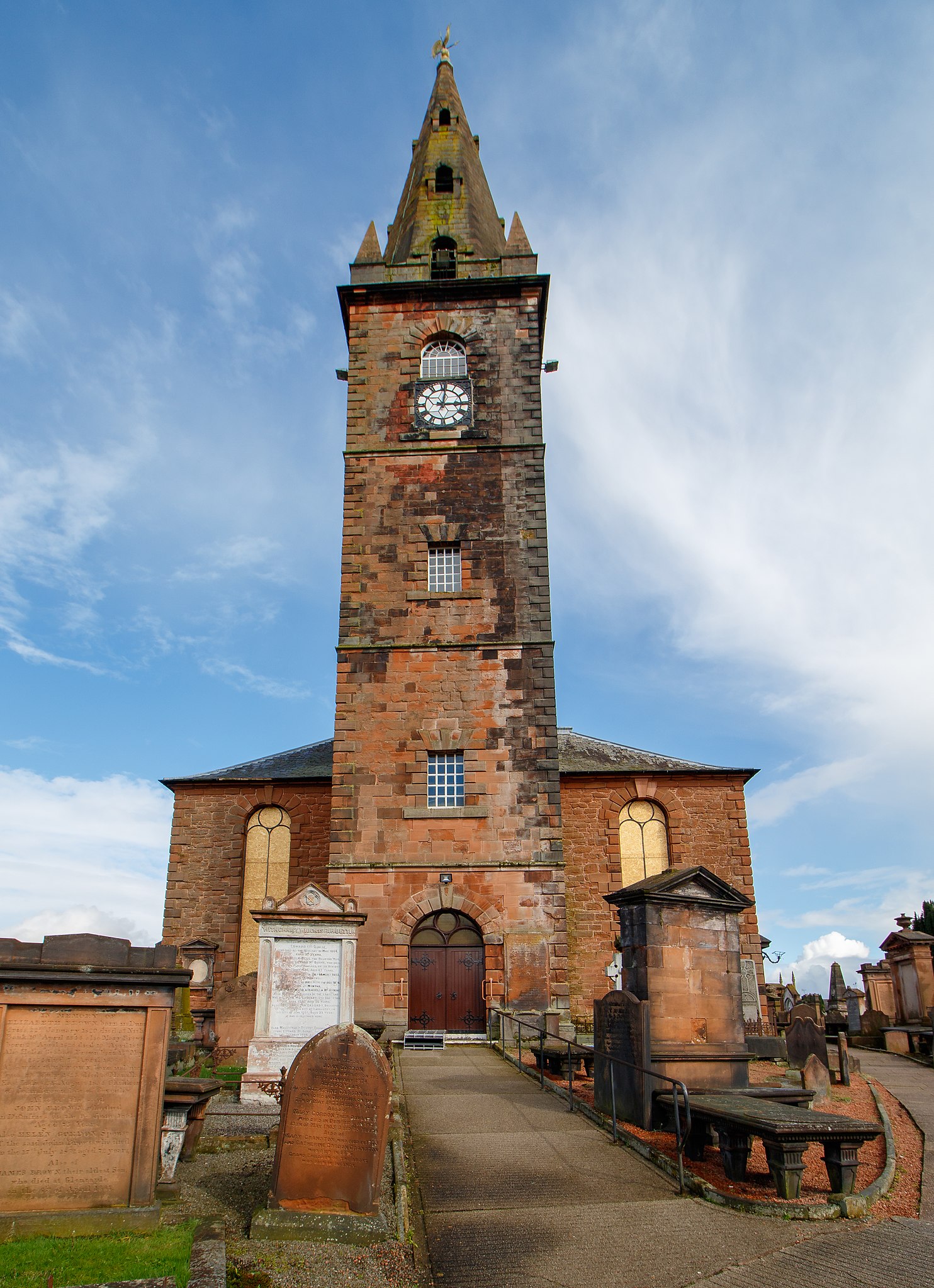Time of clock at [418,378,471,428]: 3:01
